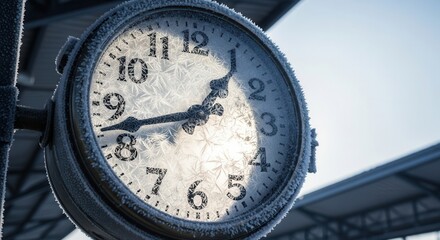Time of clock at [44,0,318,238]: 1:42
